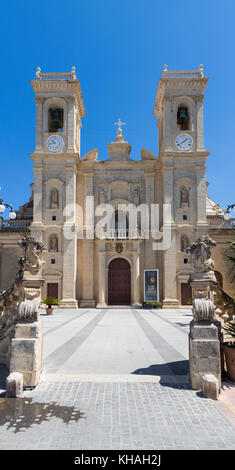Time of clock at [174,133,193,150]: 1:39
